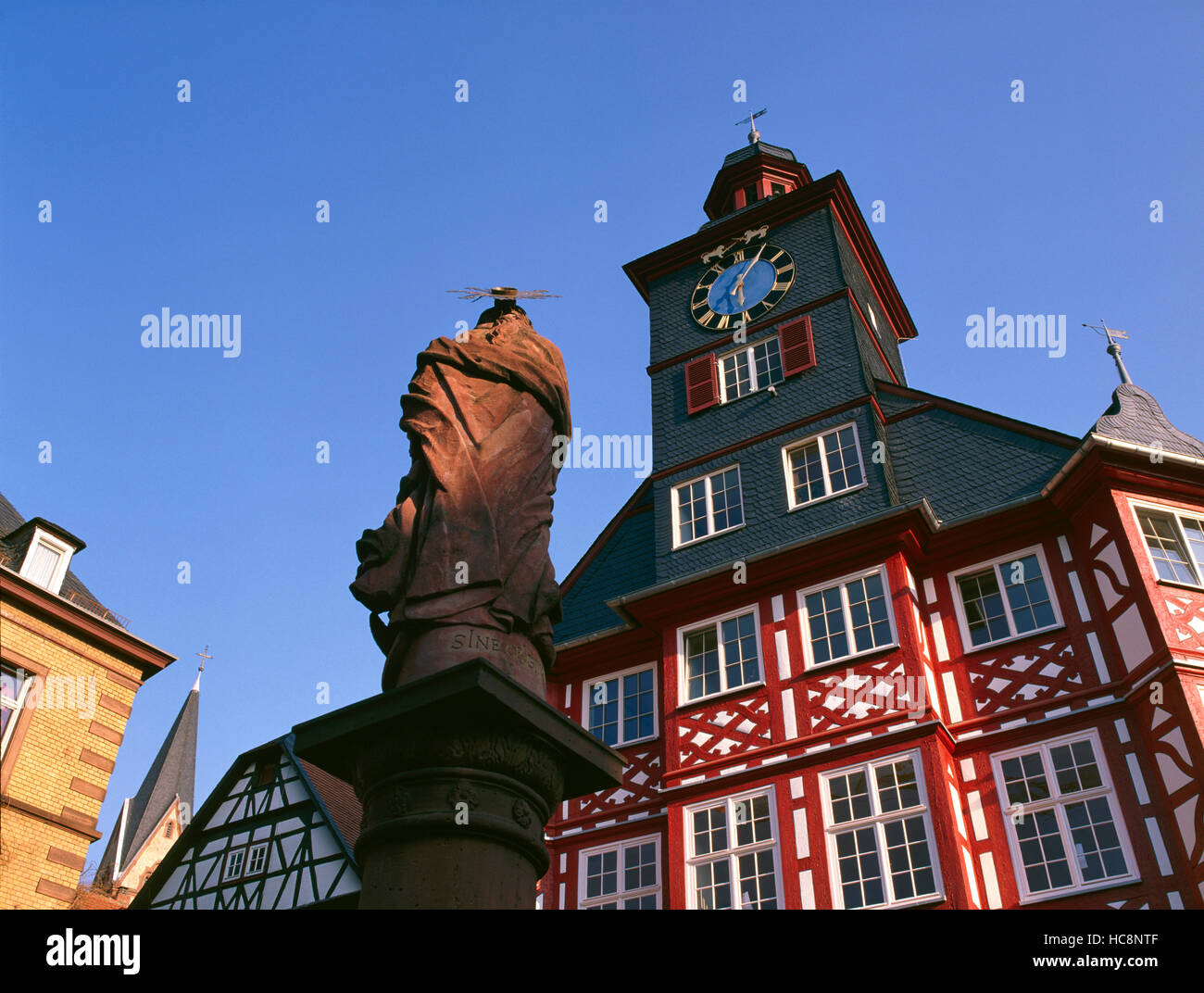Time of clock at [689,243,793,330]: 5:05
